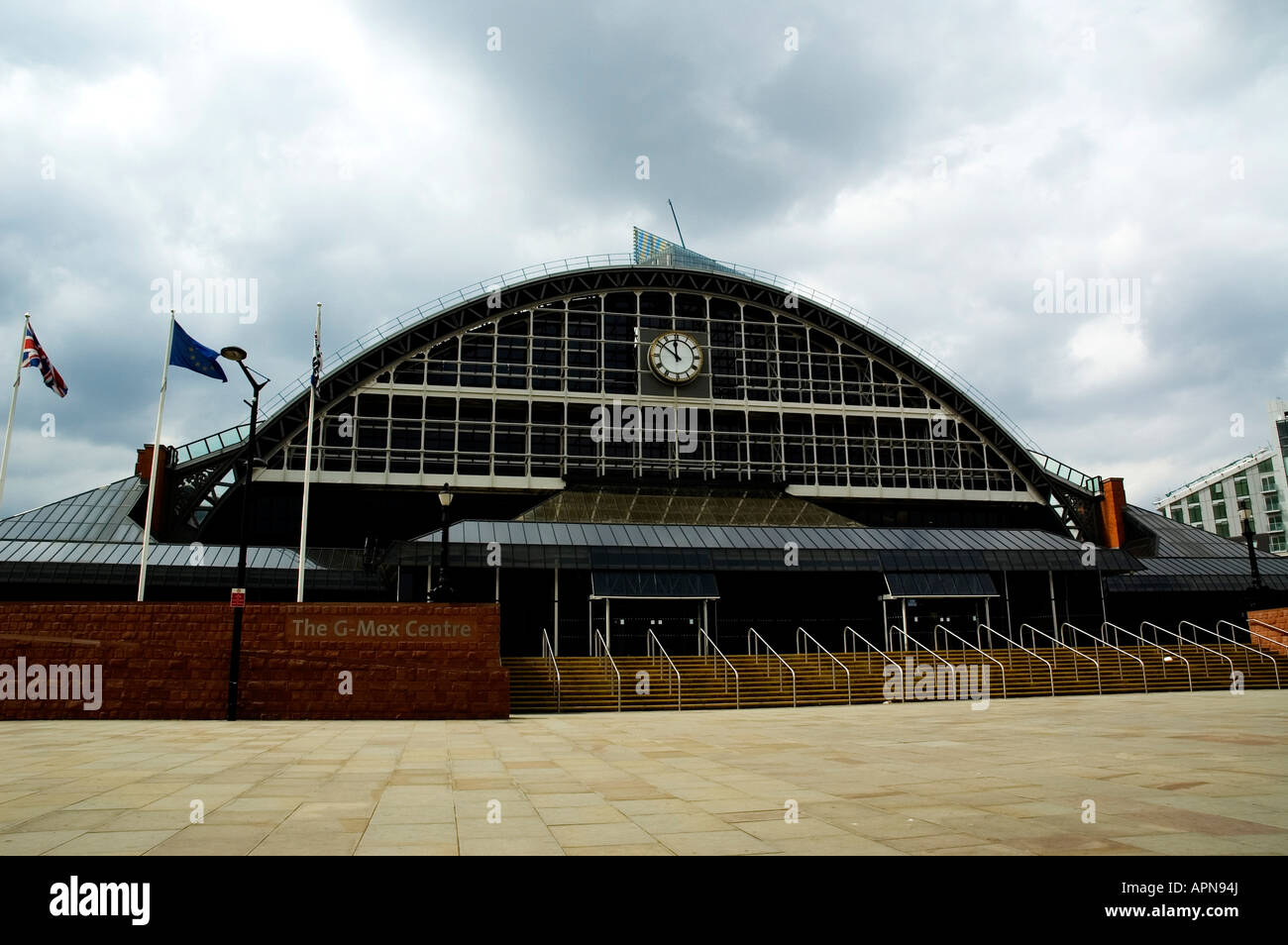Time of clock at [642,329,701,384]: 11:51
